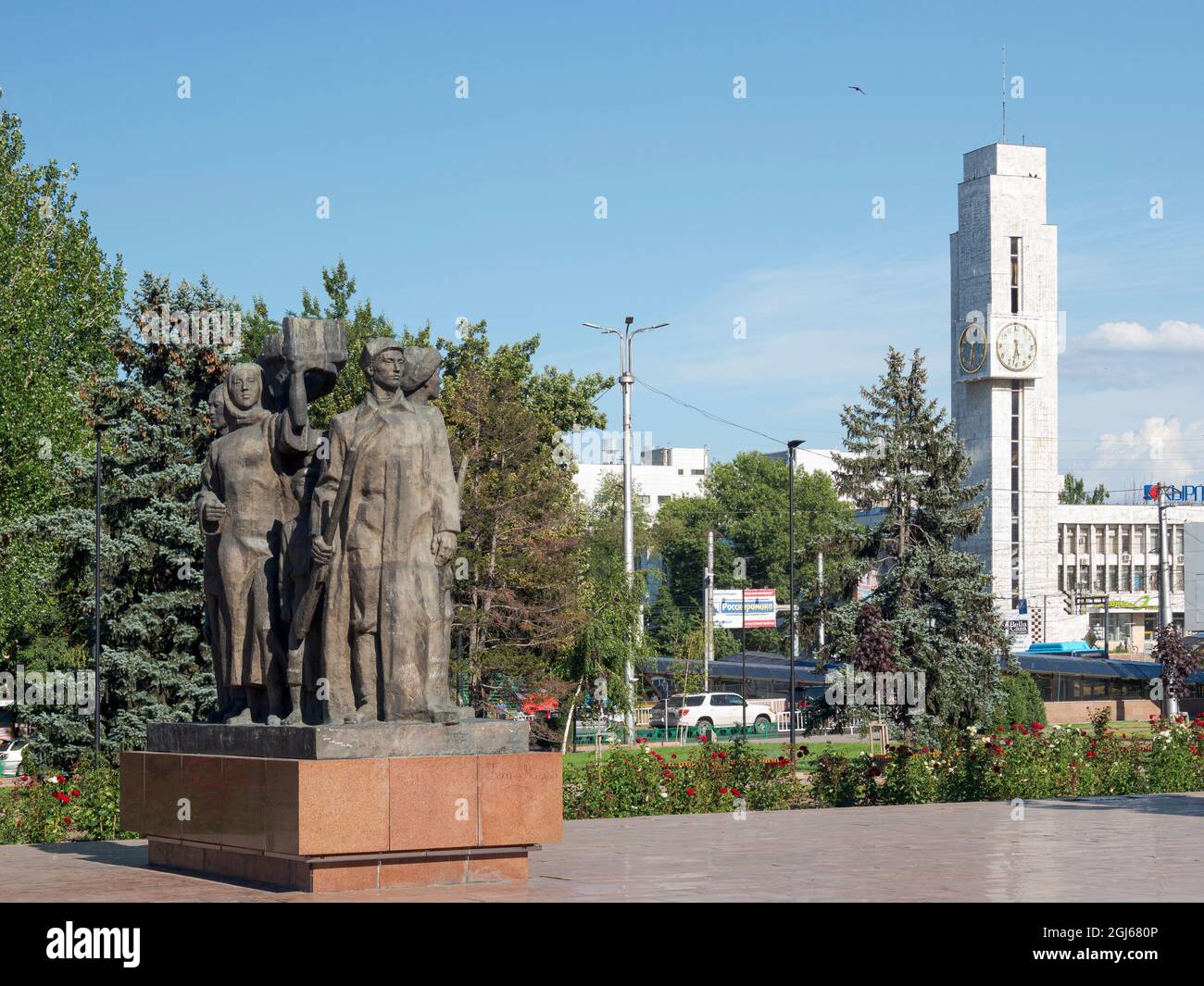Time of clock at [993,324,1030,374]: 5:32
